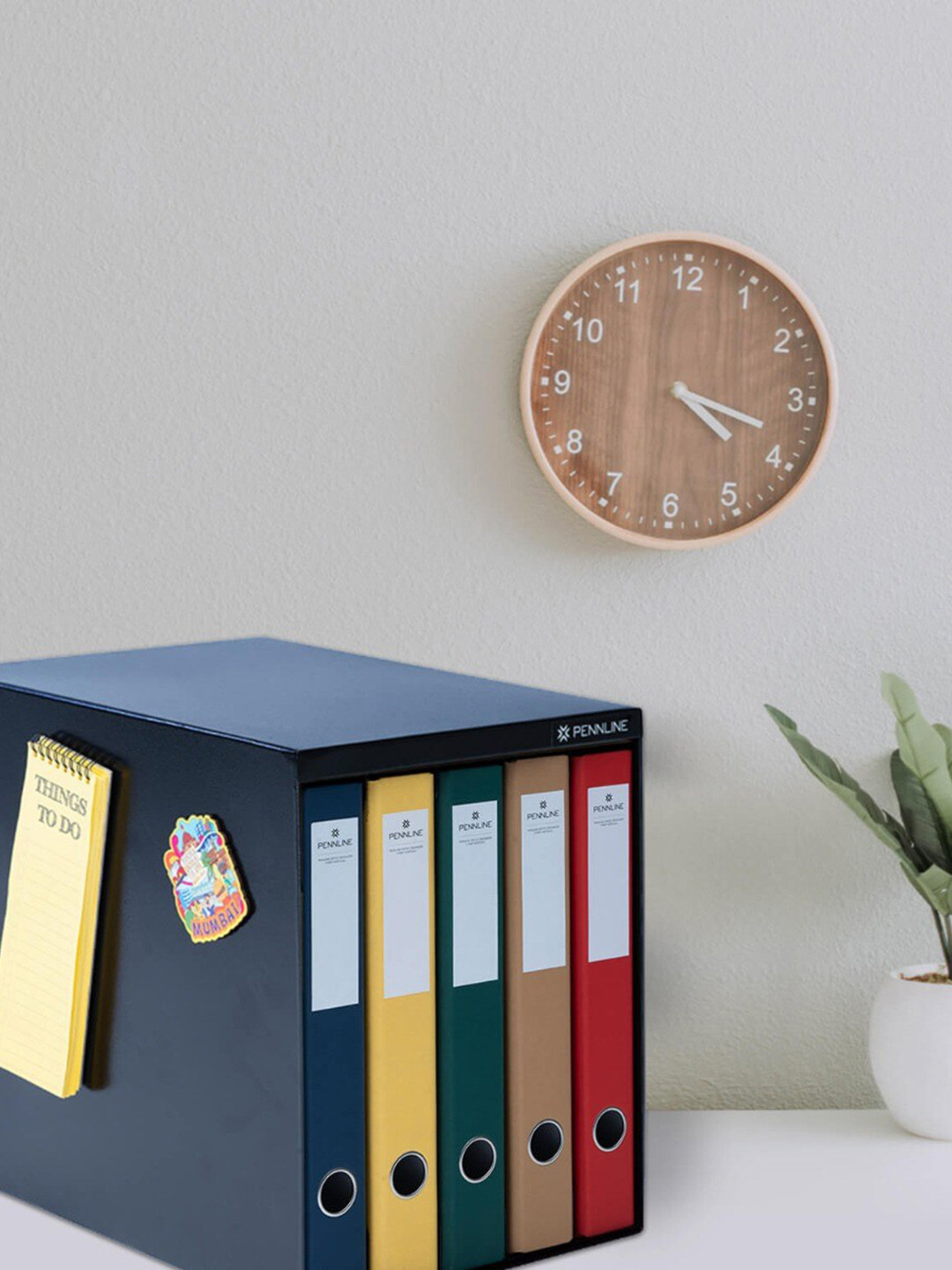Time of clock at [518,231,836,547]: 4:18
